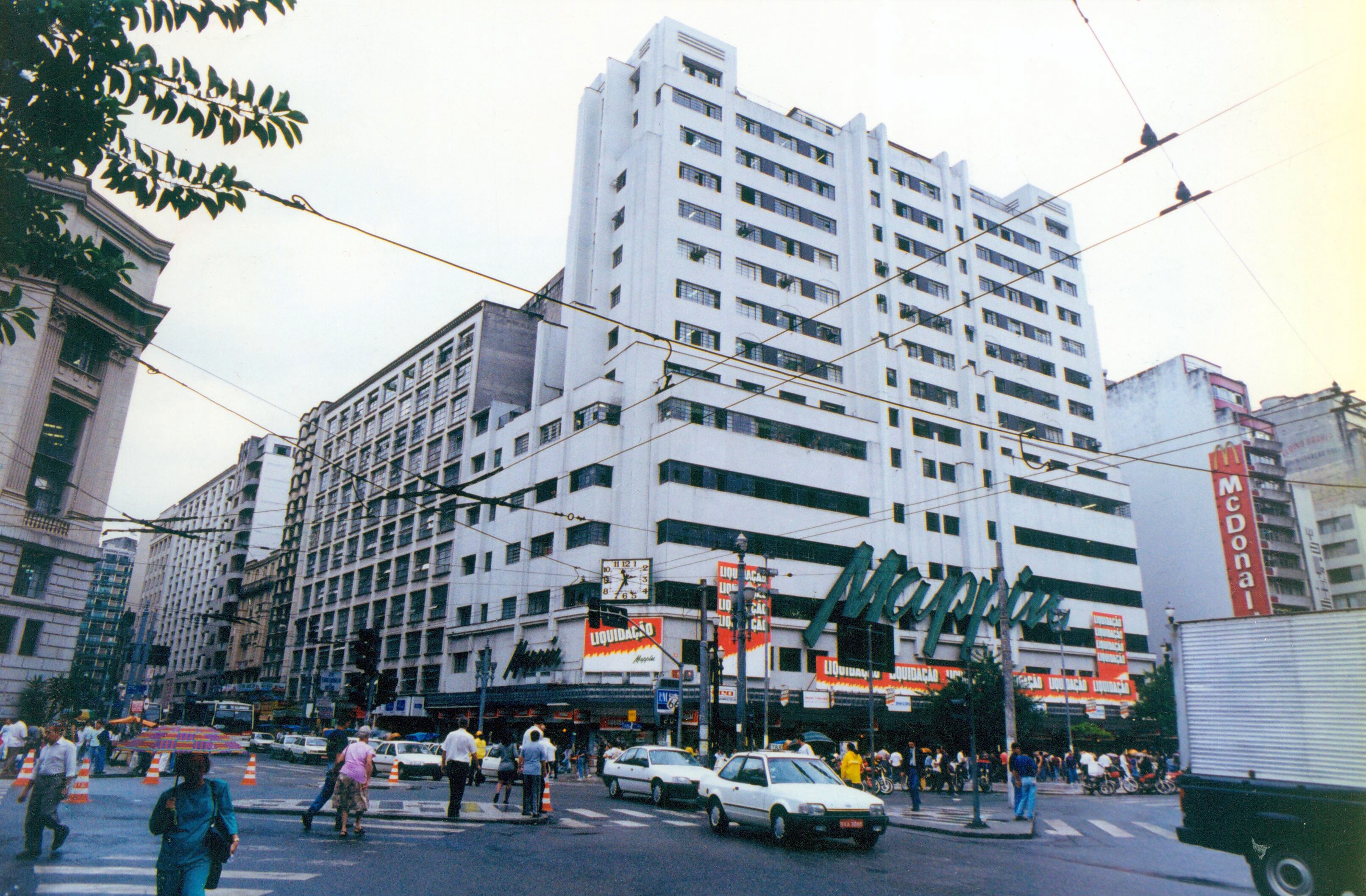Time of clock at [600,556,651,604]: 11:34
